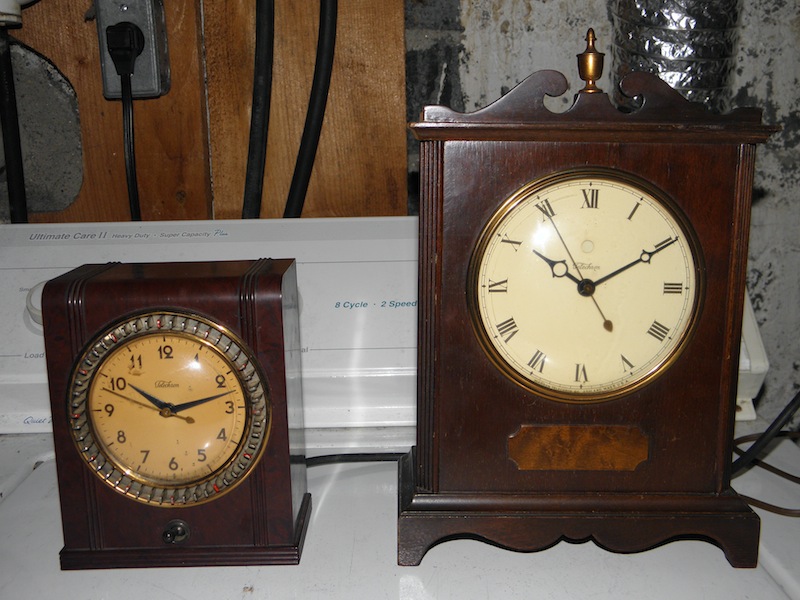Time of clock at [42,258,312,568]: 10:12
